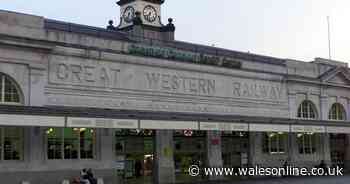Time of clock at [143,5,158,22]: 7:32
